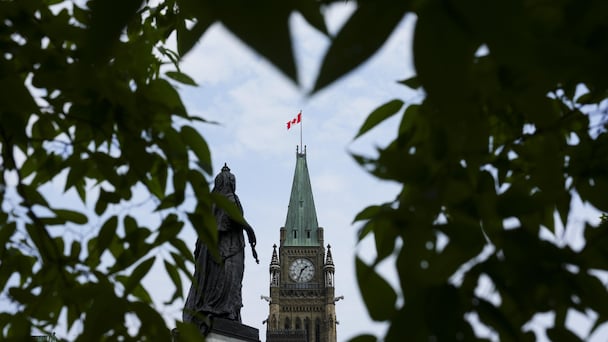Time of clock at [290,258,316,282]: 1:33
